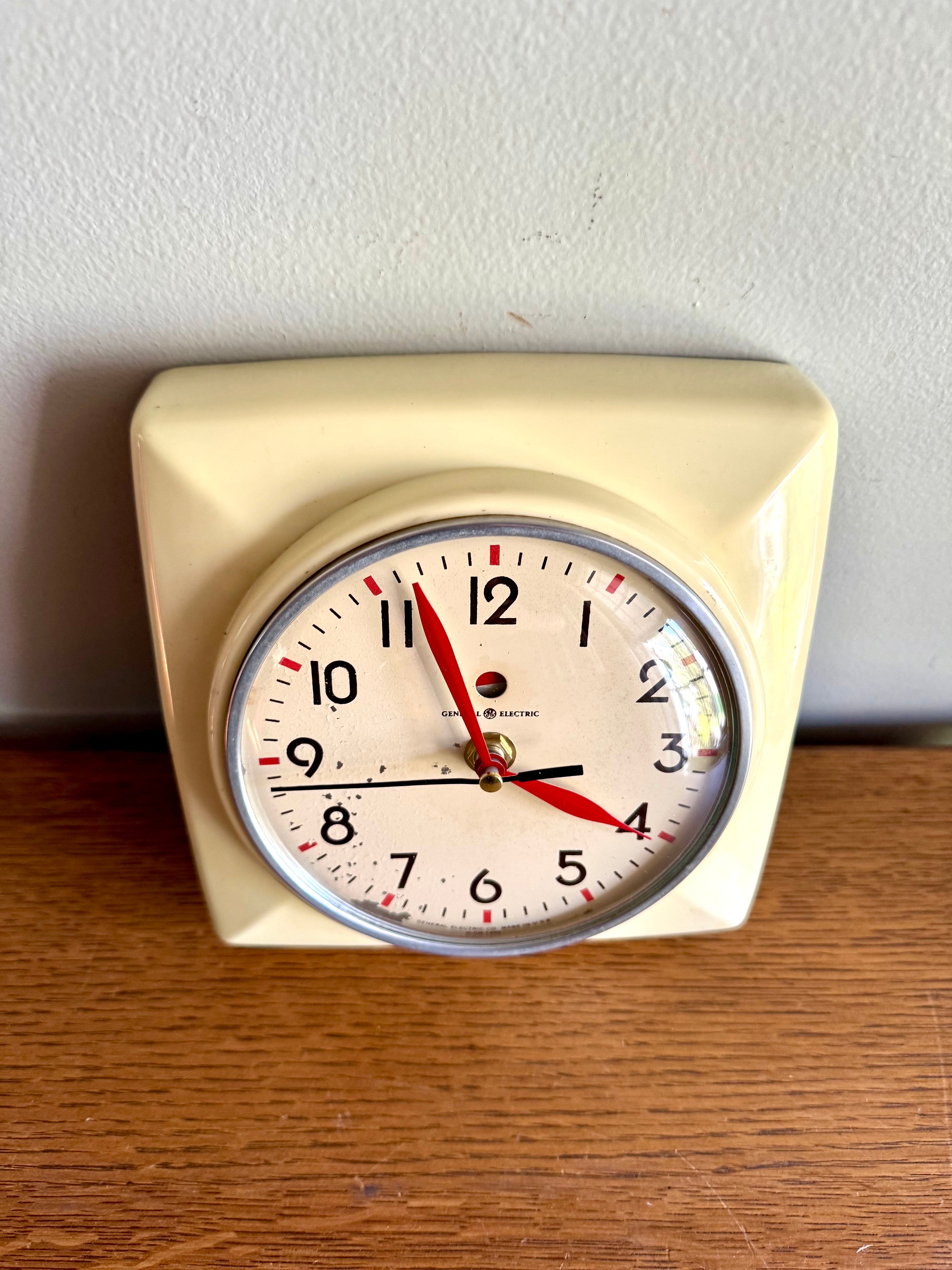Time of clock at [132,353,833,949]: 3:56
